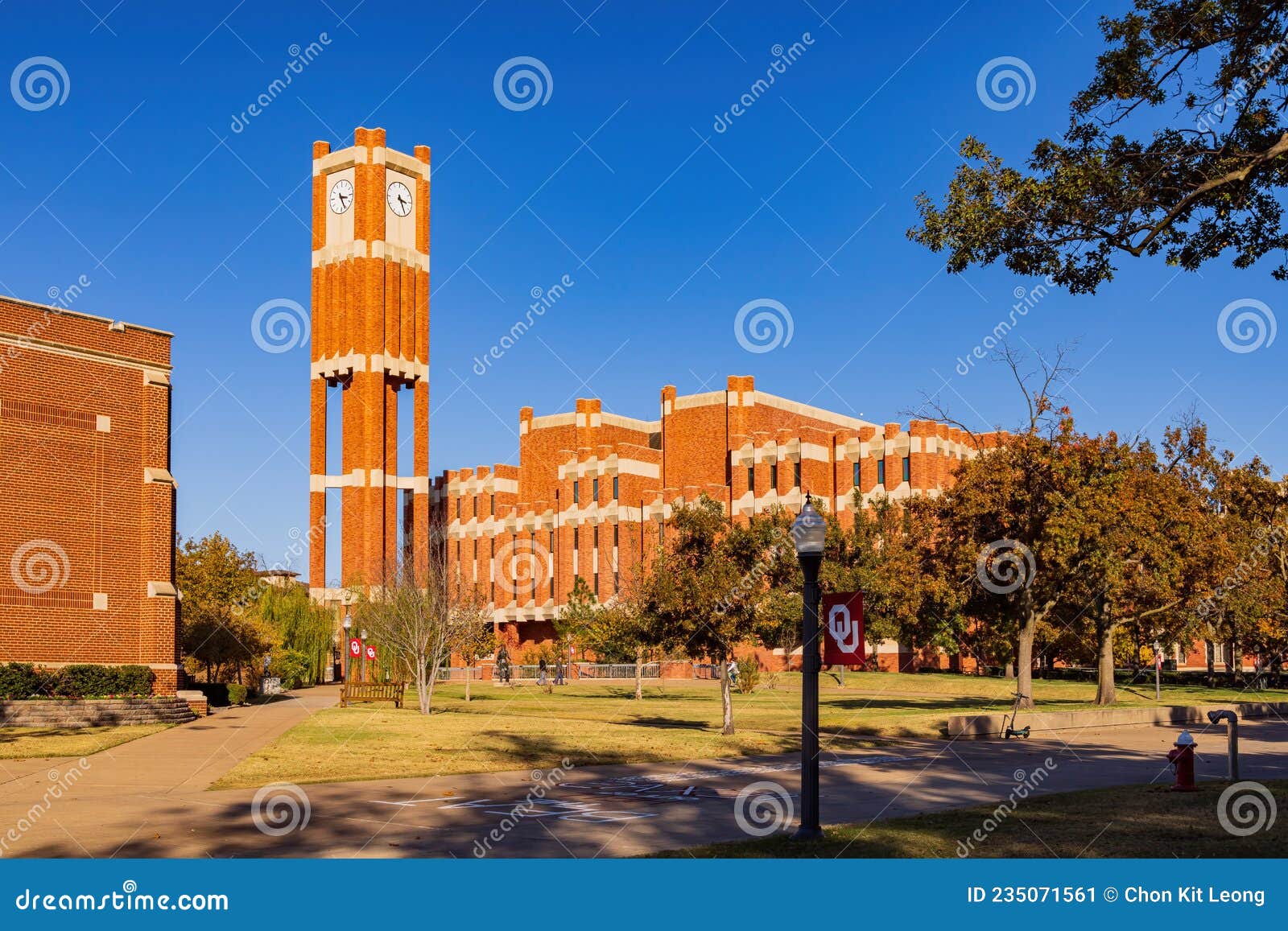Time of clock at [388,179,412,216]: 3:25
